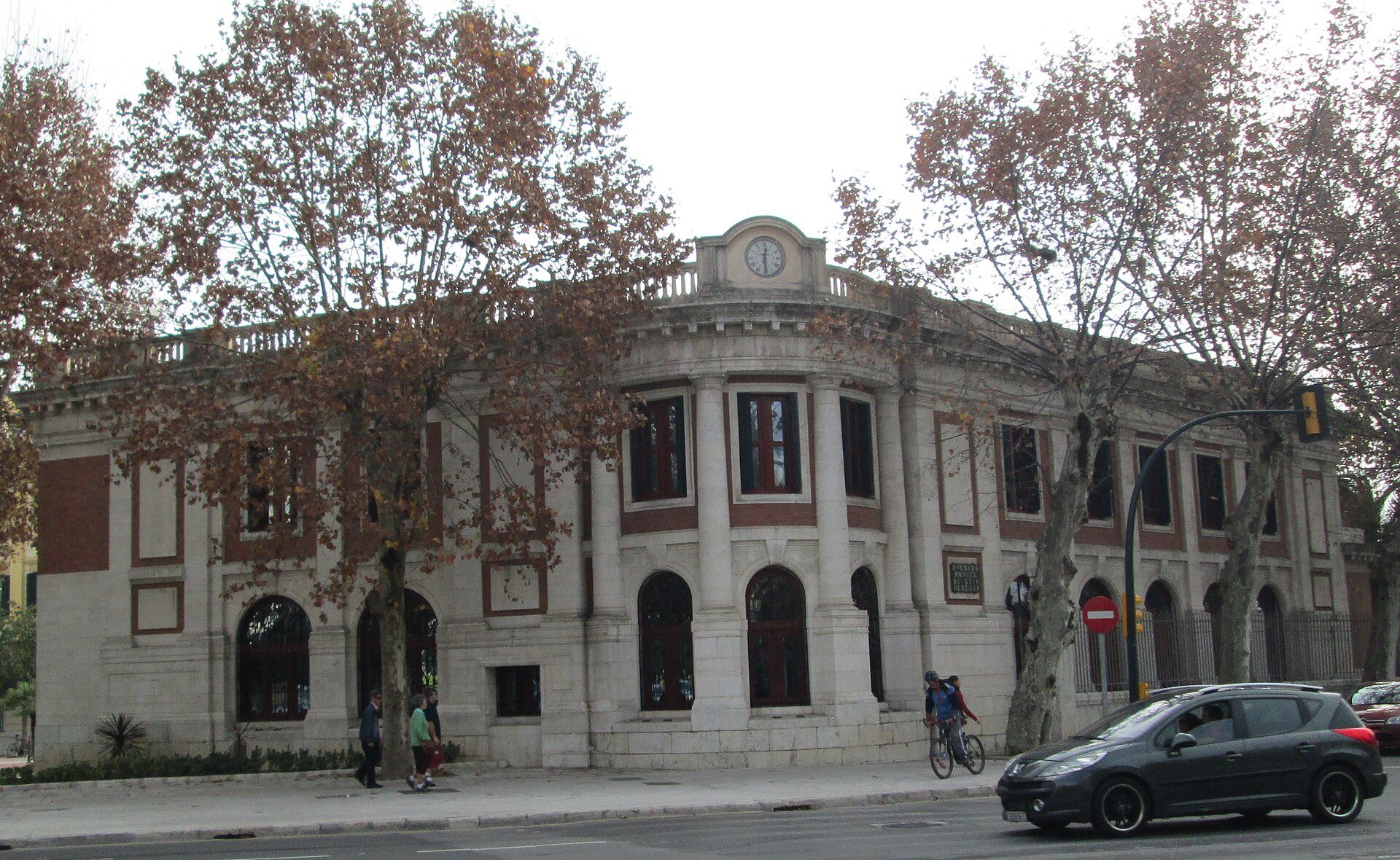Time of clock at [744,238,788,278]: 12:28
